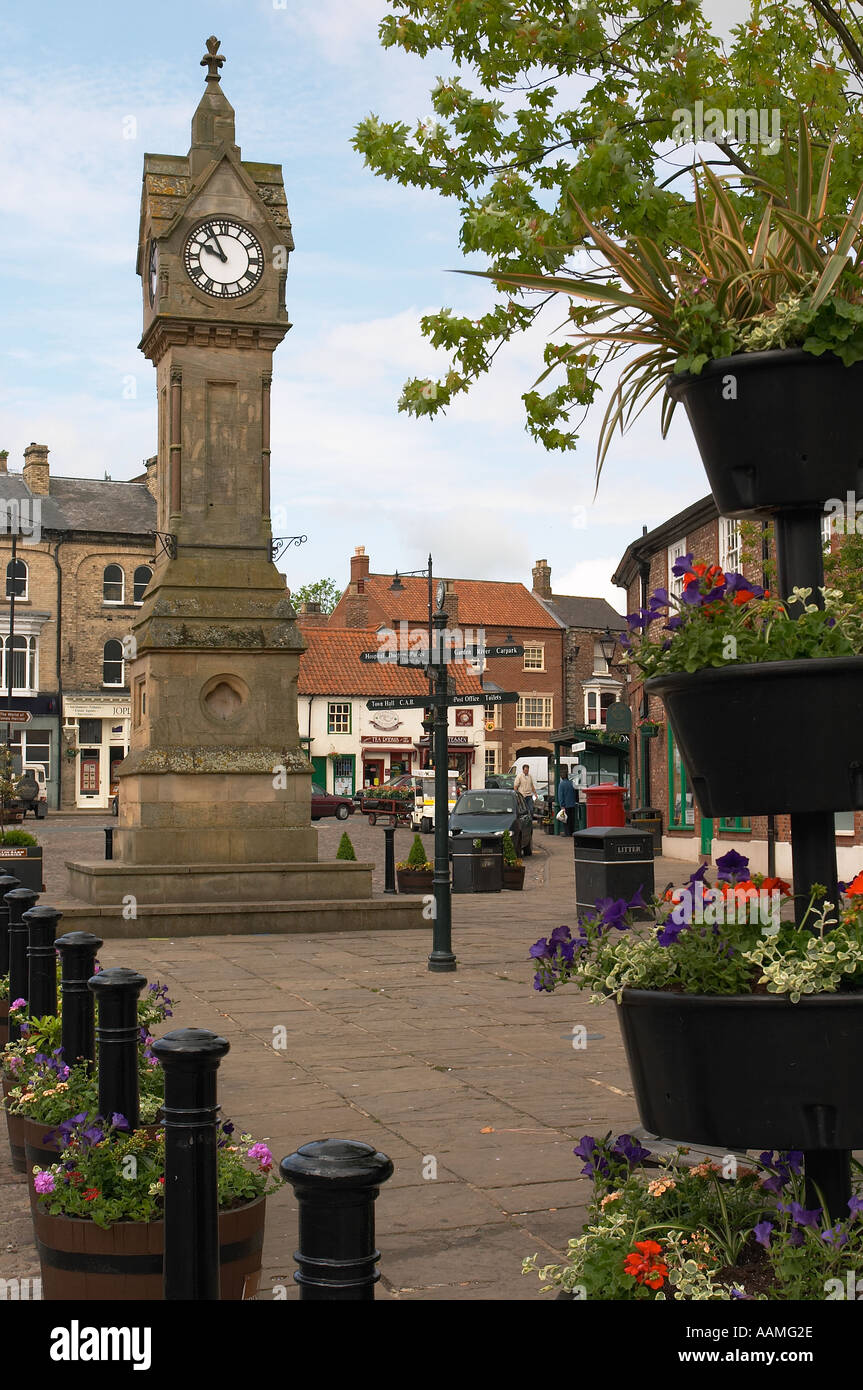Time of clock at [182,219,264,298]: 9:55
